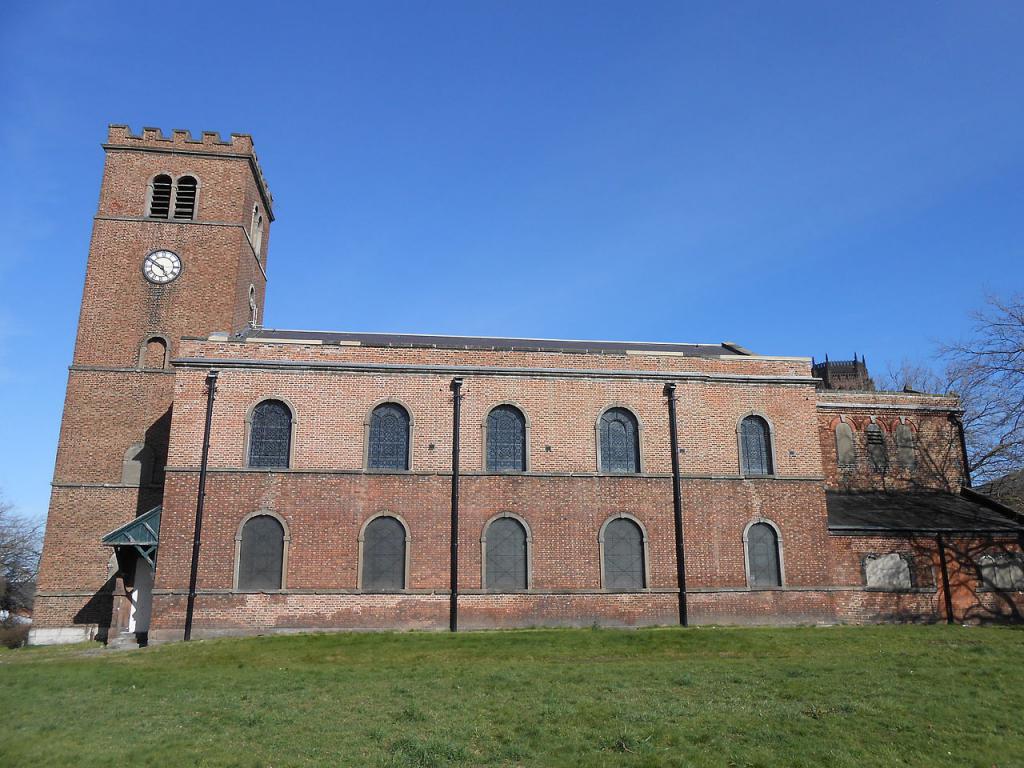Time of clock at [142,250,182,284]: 4:49
